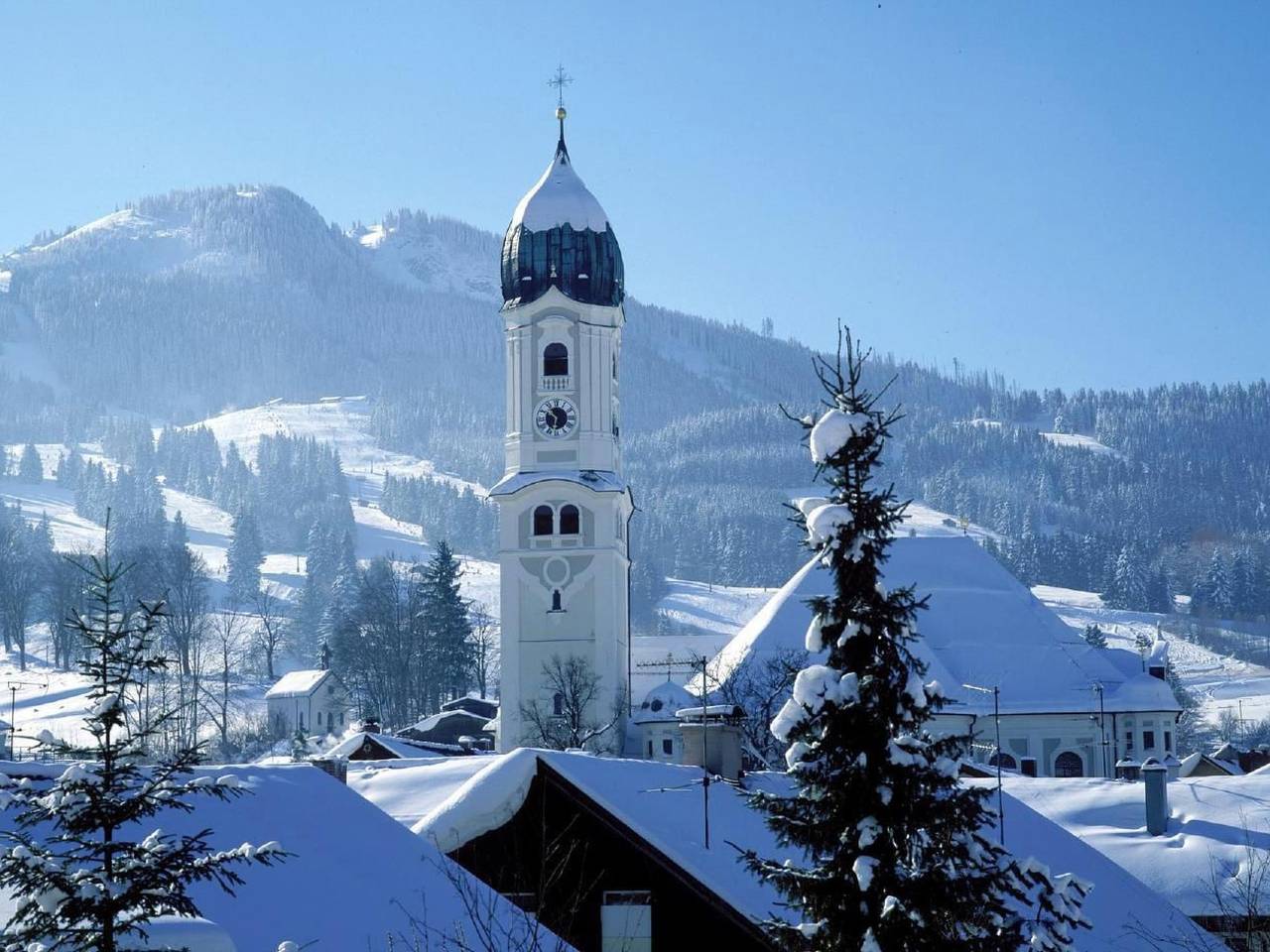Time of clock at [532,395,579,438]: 10:31
